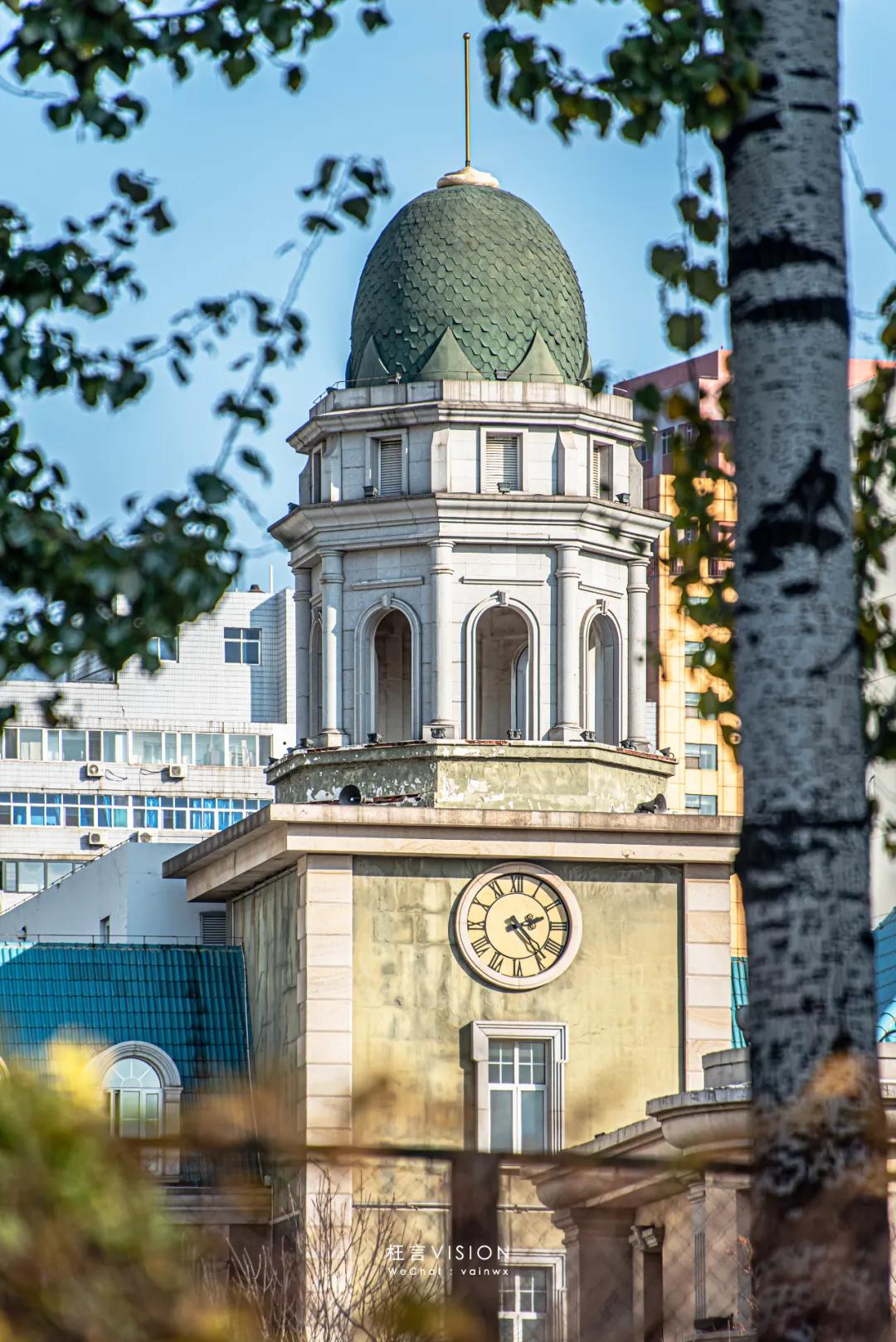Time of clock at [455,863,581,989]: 2:23
